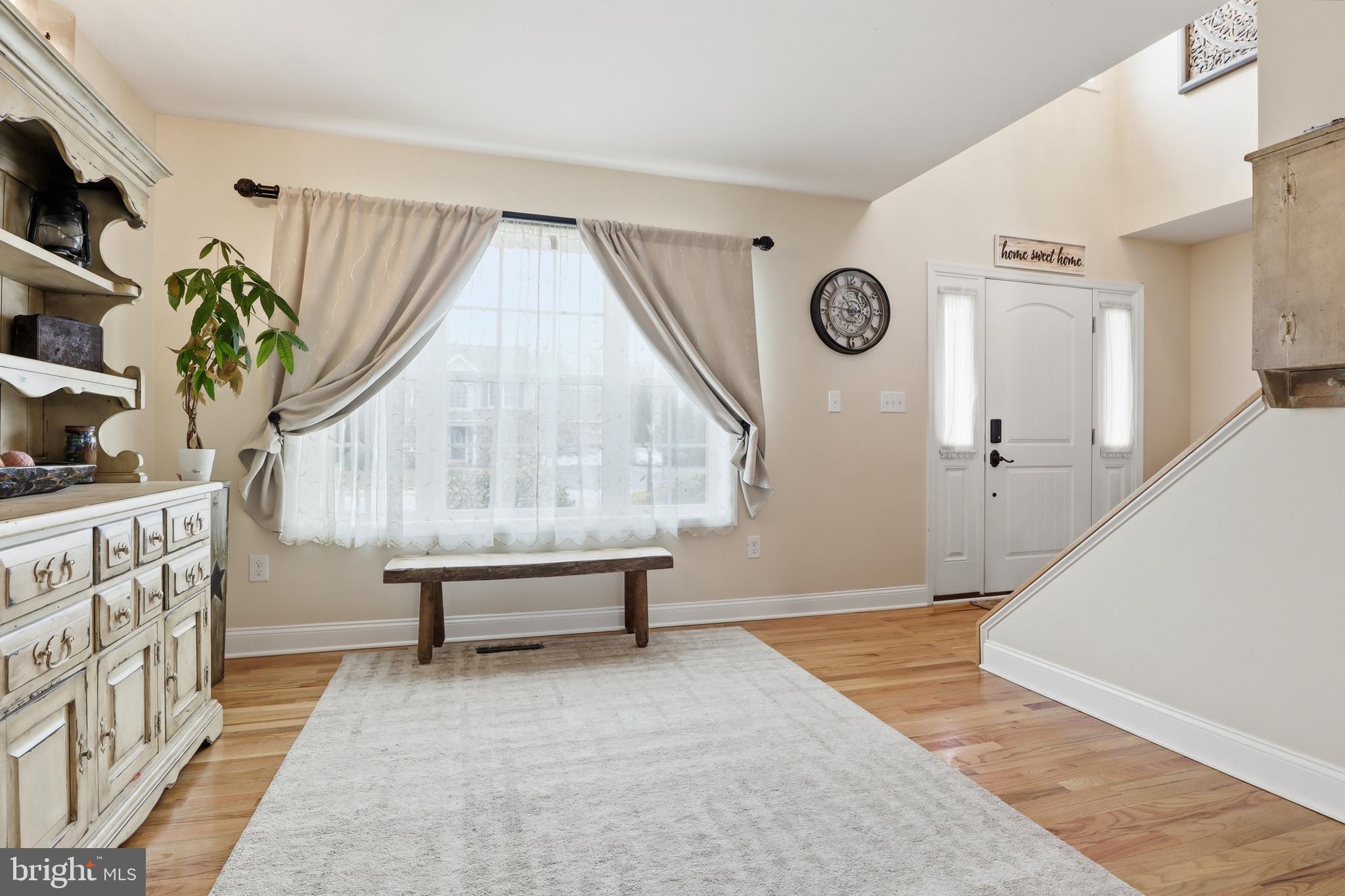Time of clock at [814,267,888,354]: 3:46
